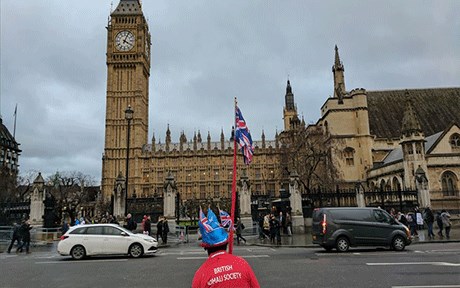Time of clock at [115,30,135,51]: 4:04
